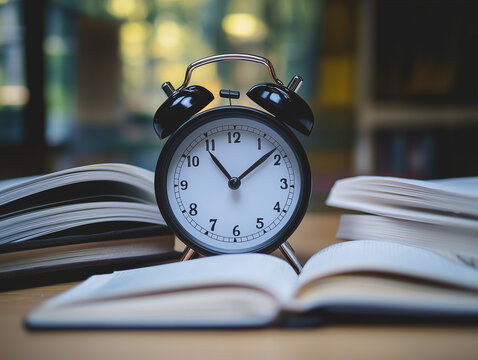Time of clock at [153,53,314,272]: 11:08
